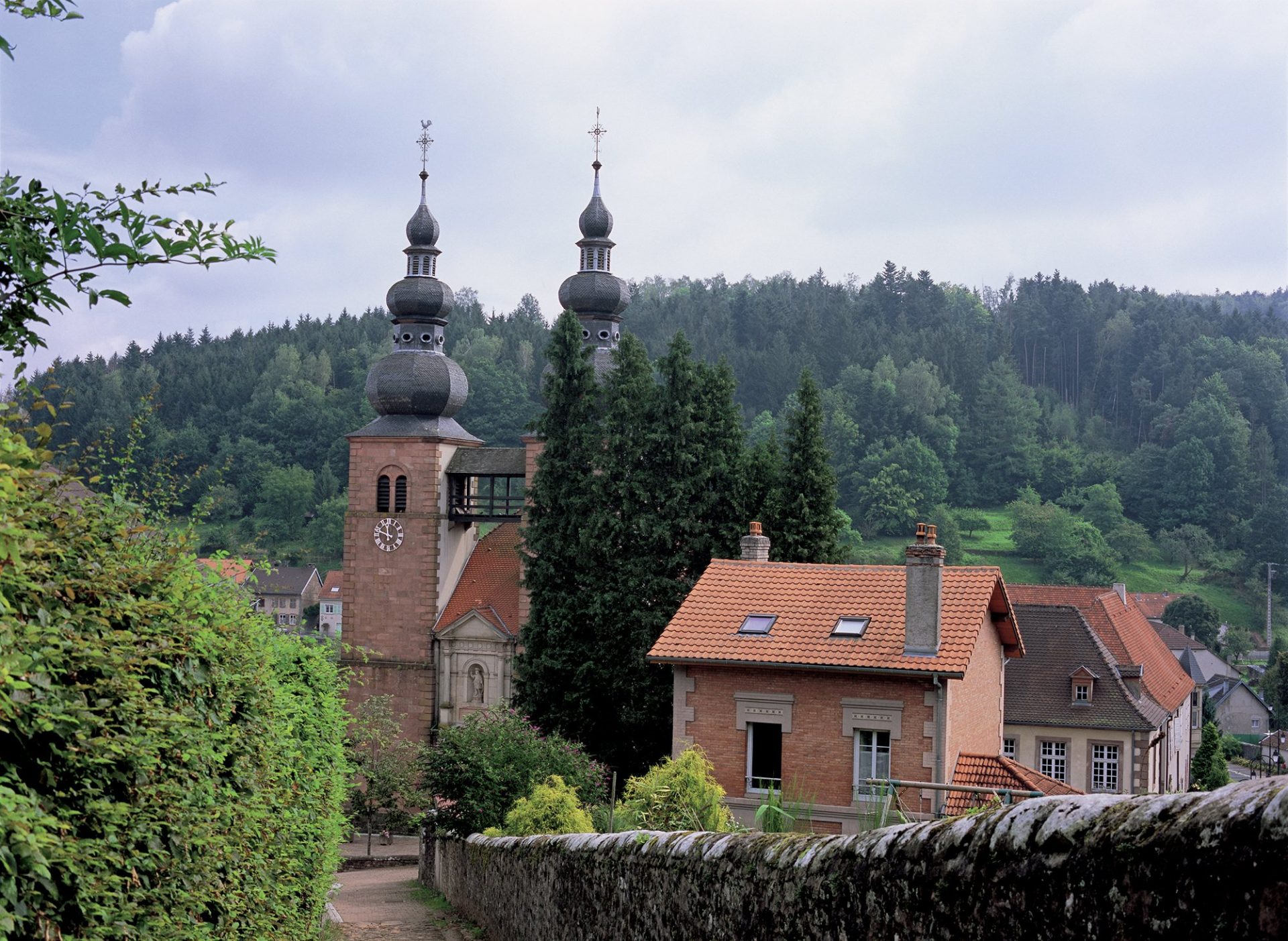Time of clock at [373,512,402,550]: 11:48
